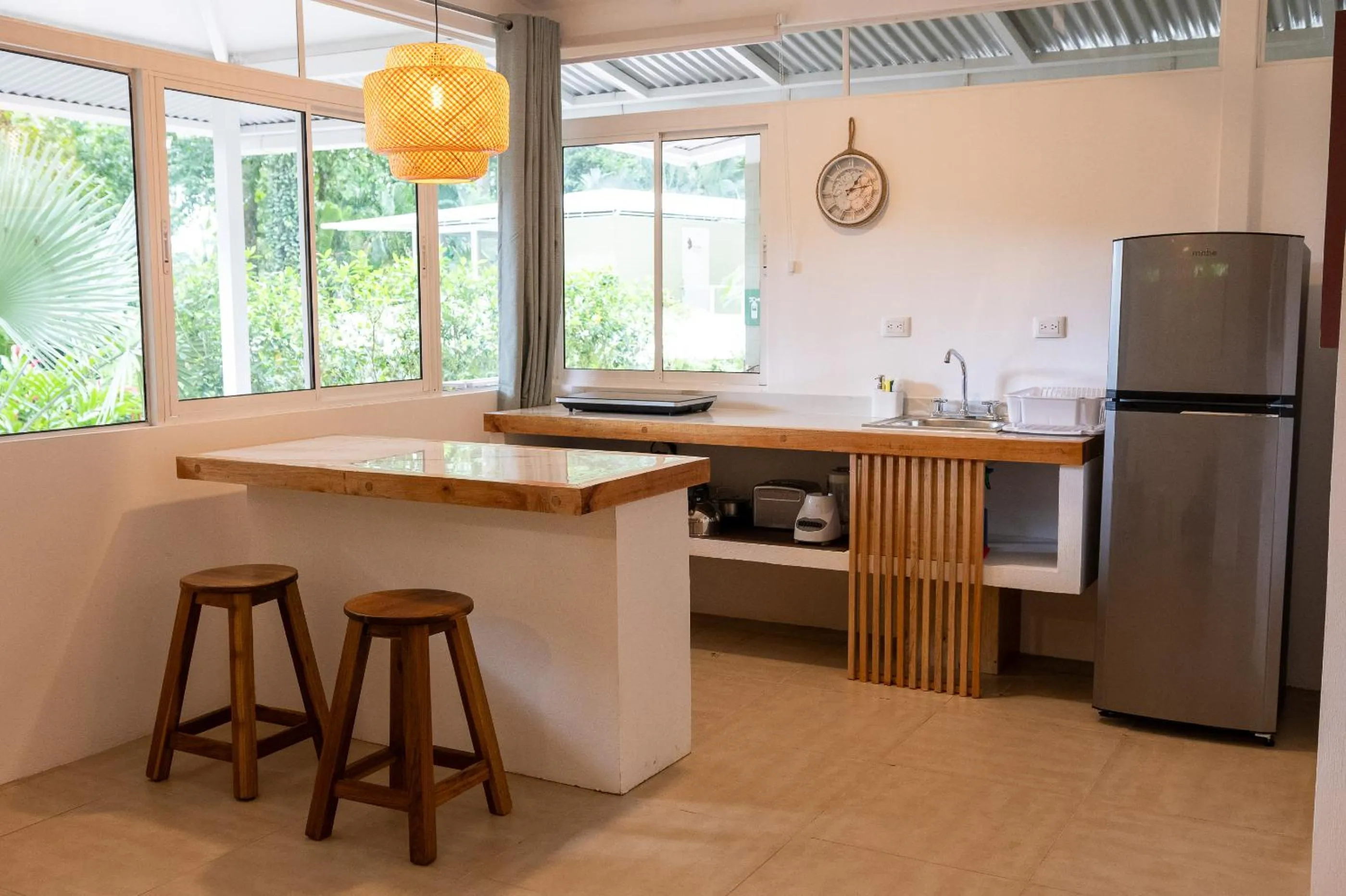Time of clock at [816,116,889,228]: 1:12
